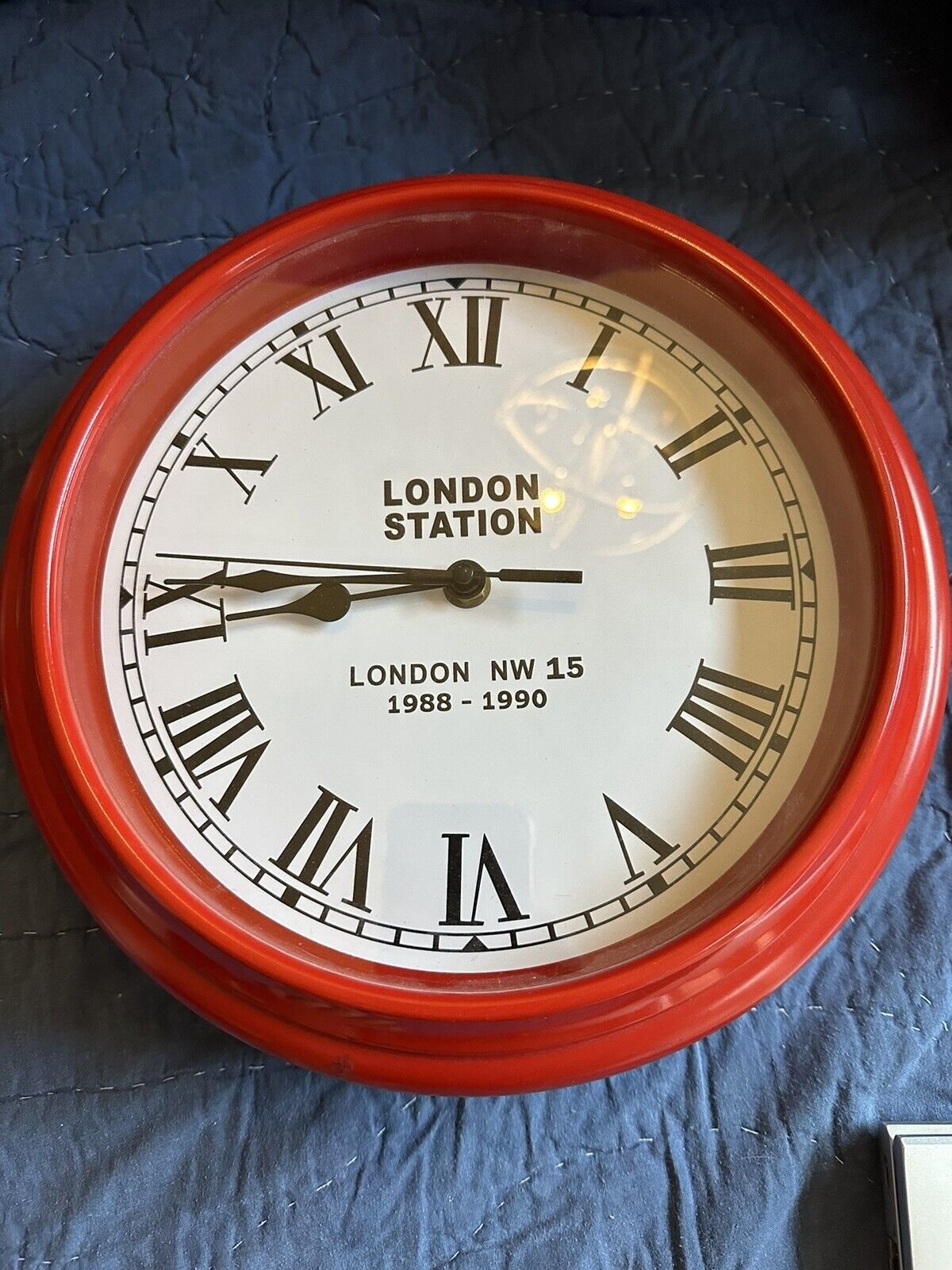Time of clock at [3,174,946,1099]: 8:45
